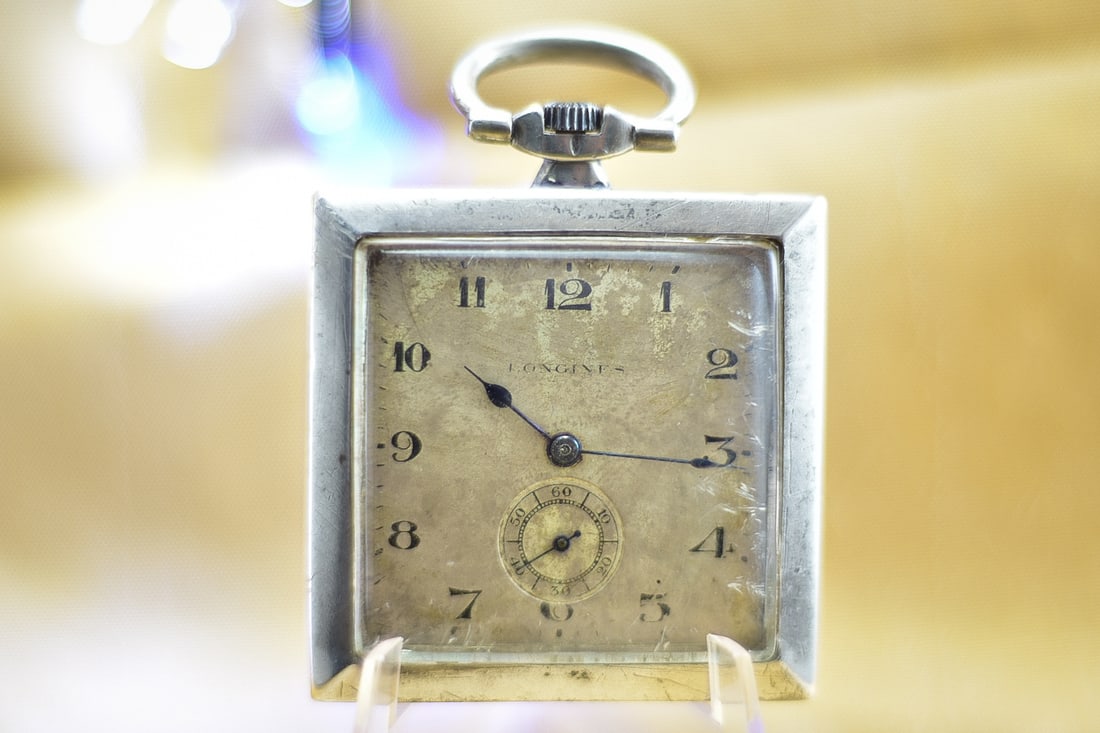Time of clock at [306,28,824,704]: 10:15
